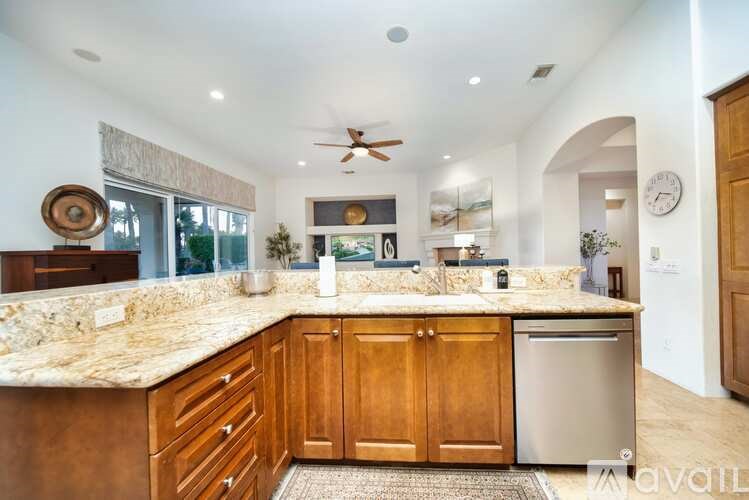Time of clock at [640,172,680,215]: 7:17
